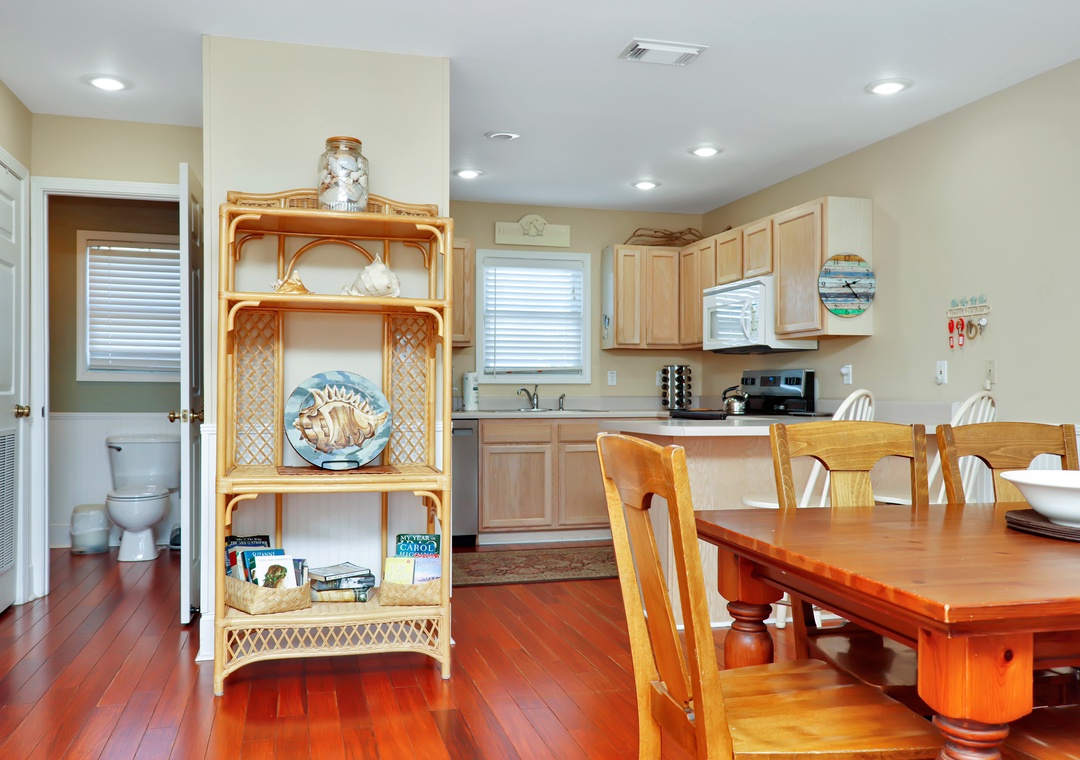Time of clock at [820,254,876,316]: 2:23
